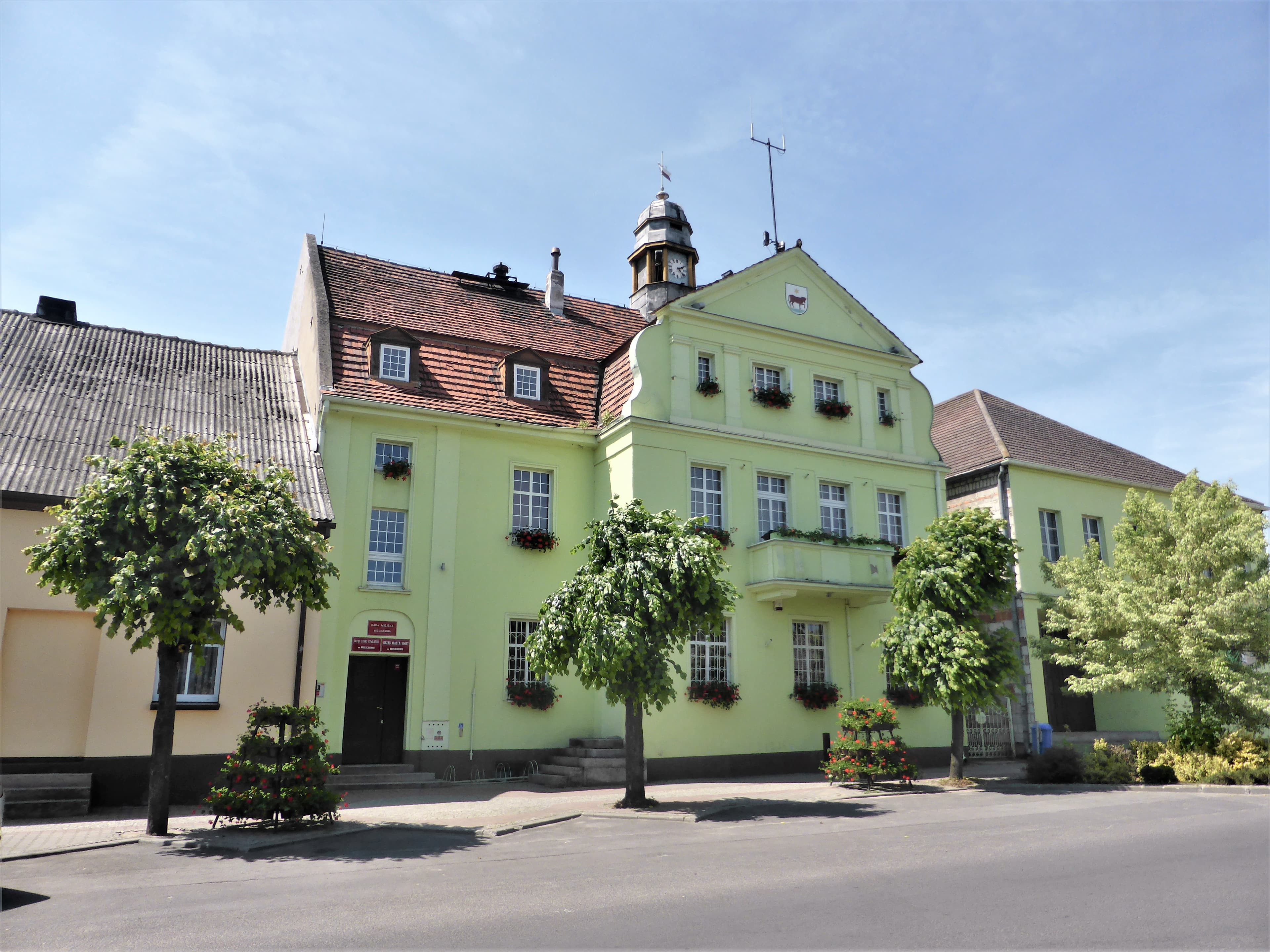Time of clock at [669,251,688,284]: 2:21
